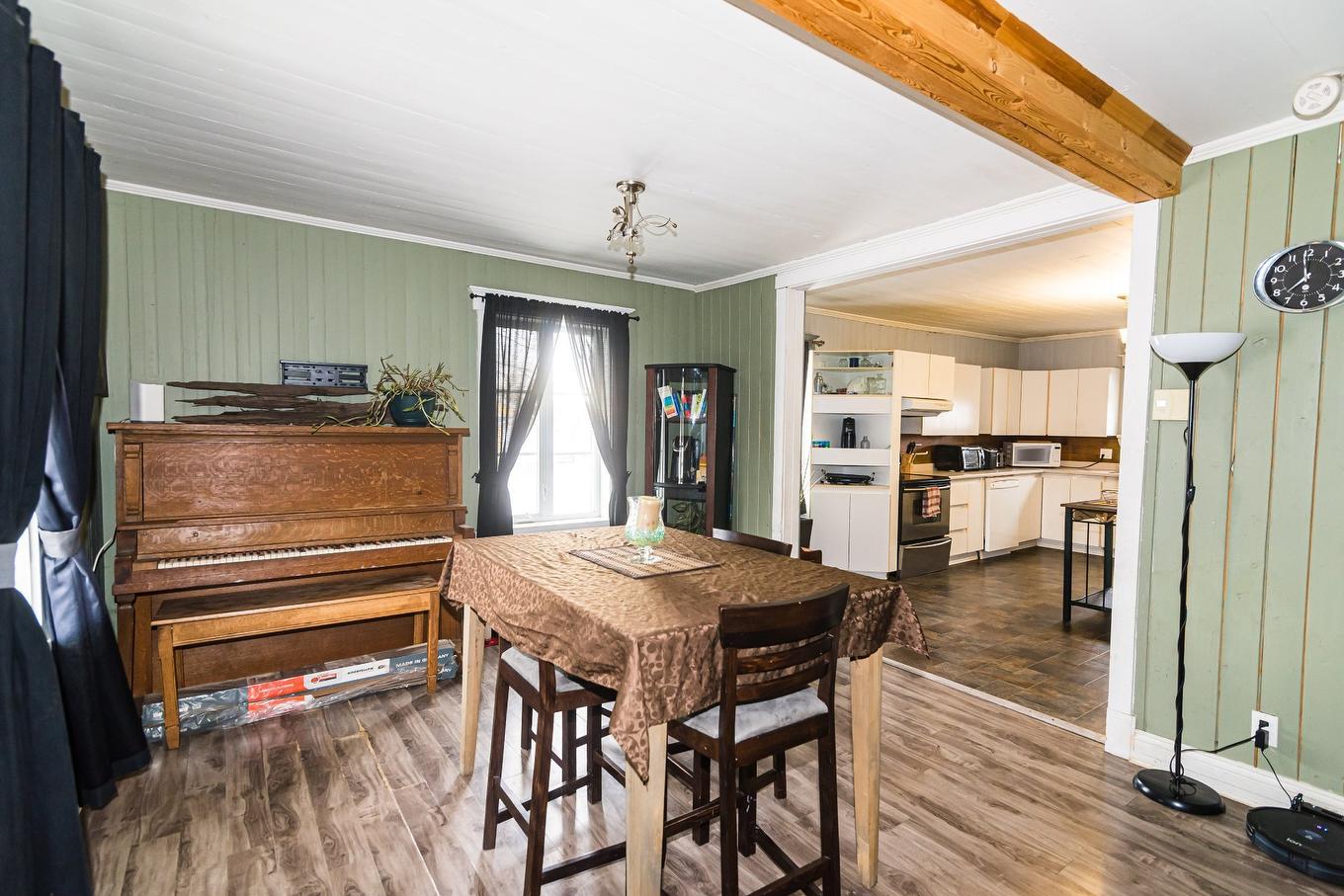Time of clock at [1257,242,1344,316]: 11:37
